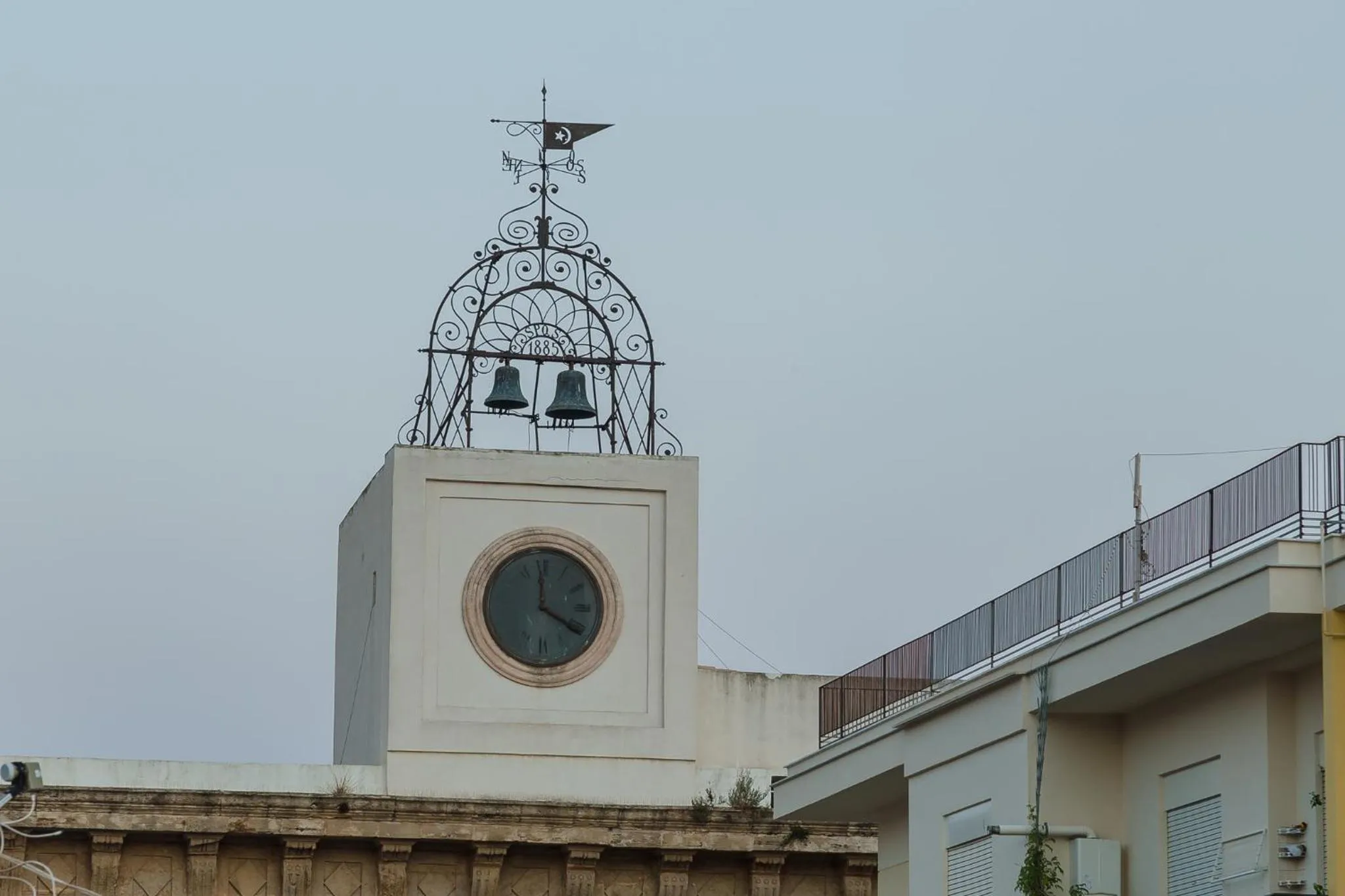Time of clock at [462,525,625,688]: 3:59
